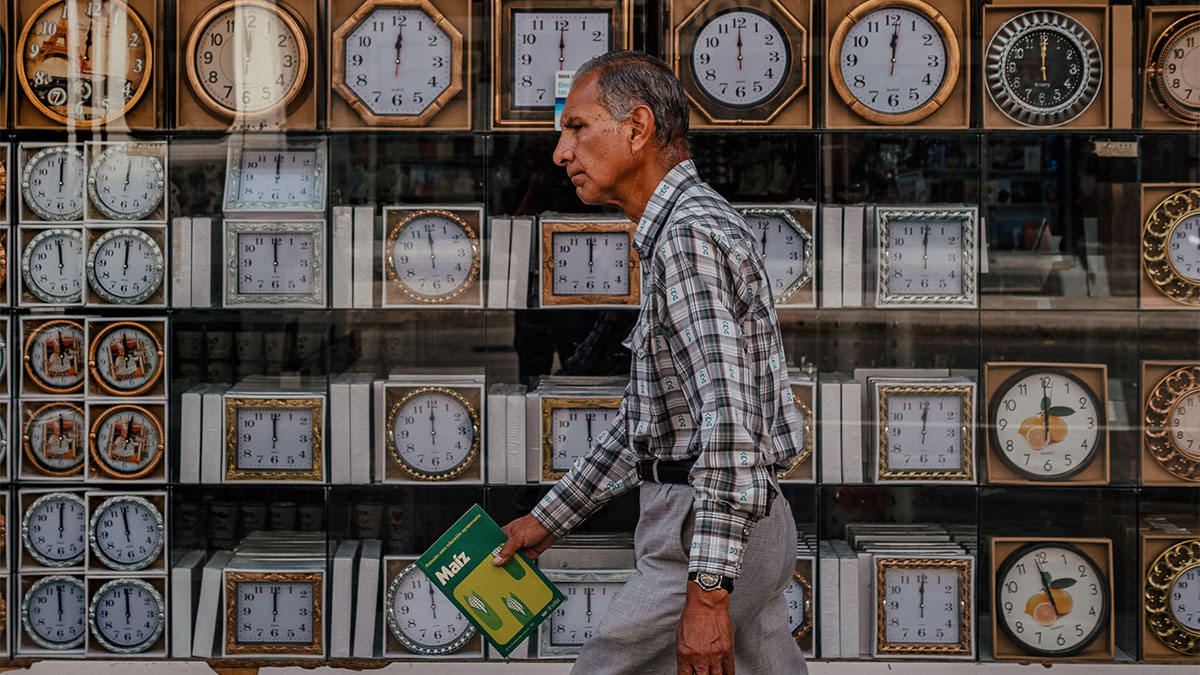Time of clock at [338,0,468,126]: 12:00
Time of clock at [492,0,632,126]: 12:00
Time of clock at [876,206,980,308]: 12:00
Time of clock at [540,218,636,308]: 12:00
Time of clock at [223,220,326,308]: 12:00
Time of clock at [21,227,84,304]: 12:00
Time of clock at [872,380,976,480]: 12:00
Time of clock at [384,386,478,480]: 12:00
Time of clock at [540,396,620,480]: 12:00
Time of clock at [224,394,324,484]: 12:00
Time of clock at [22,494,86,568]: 12:00
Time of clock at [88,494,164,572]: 12:00
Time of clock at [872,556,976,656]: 12:00
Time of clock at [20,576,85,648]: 11:59
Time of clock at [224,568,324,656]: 12:00
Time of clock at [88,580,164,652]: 11:59
